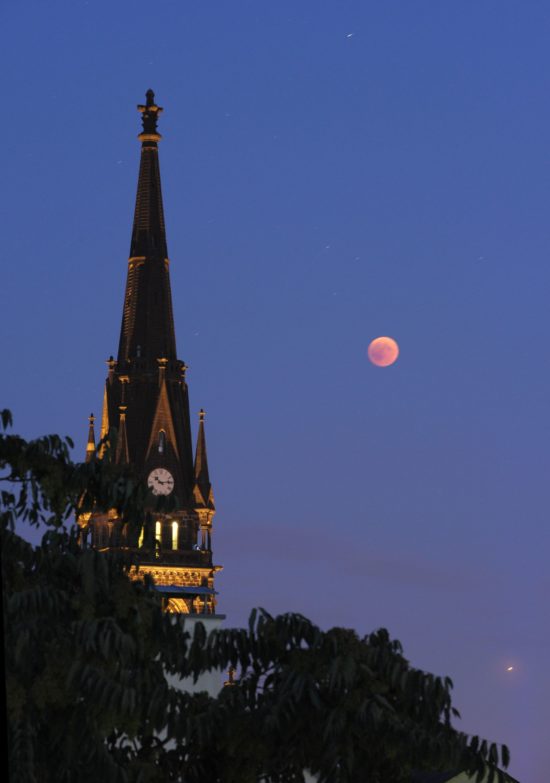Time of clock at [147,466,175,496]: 10:13
